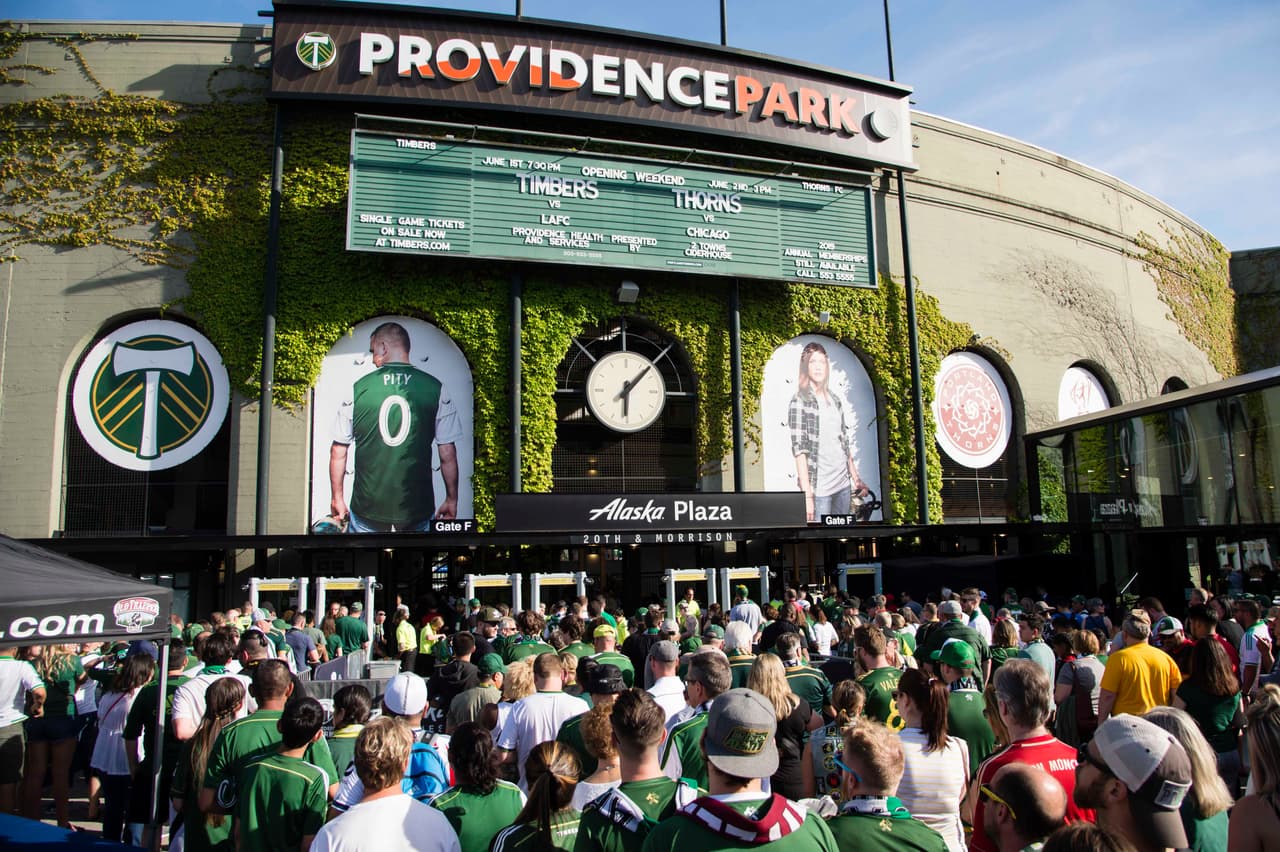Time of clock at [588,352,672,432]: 6:07
